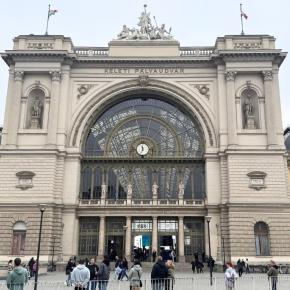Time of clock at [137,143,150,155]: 11:33
